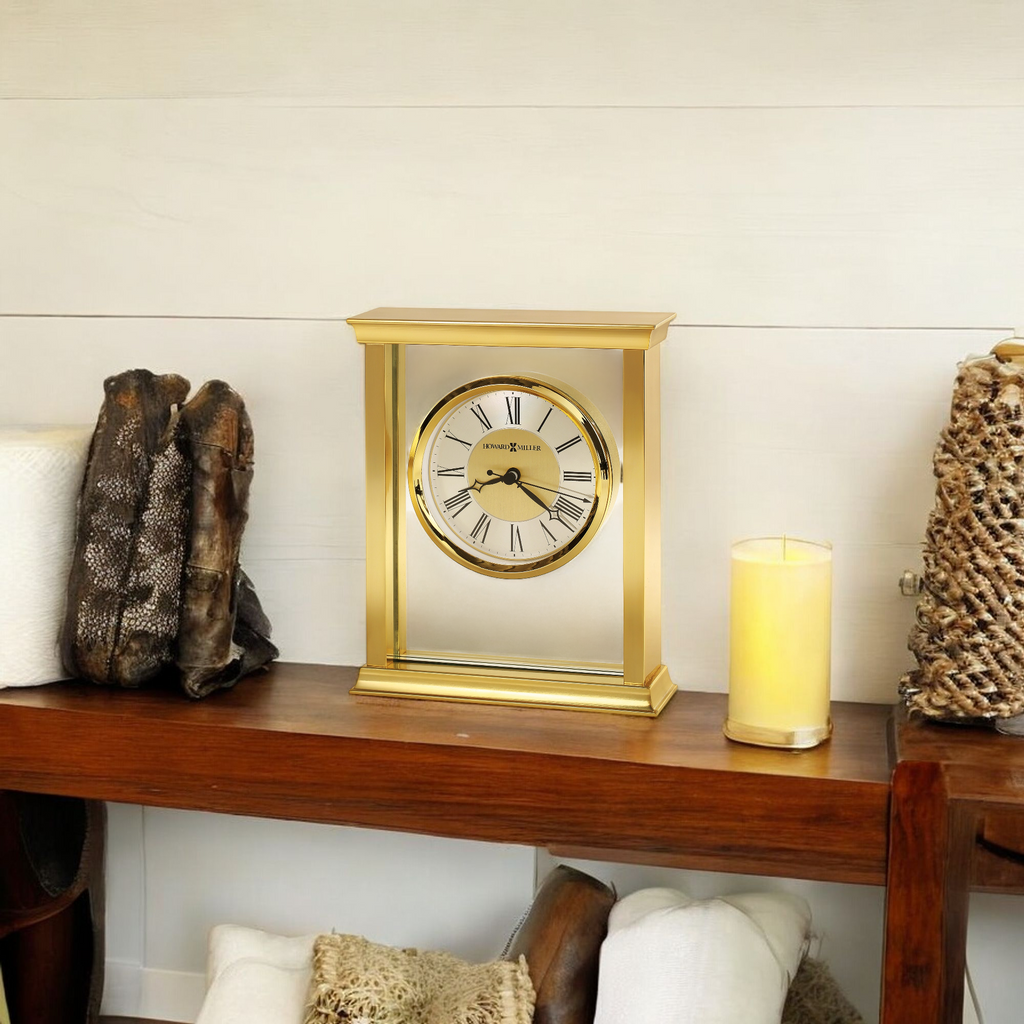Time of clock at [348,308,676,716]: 8:21
